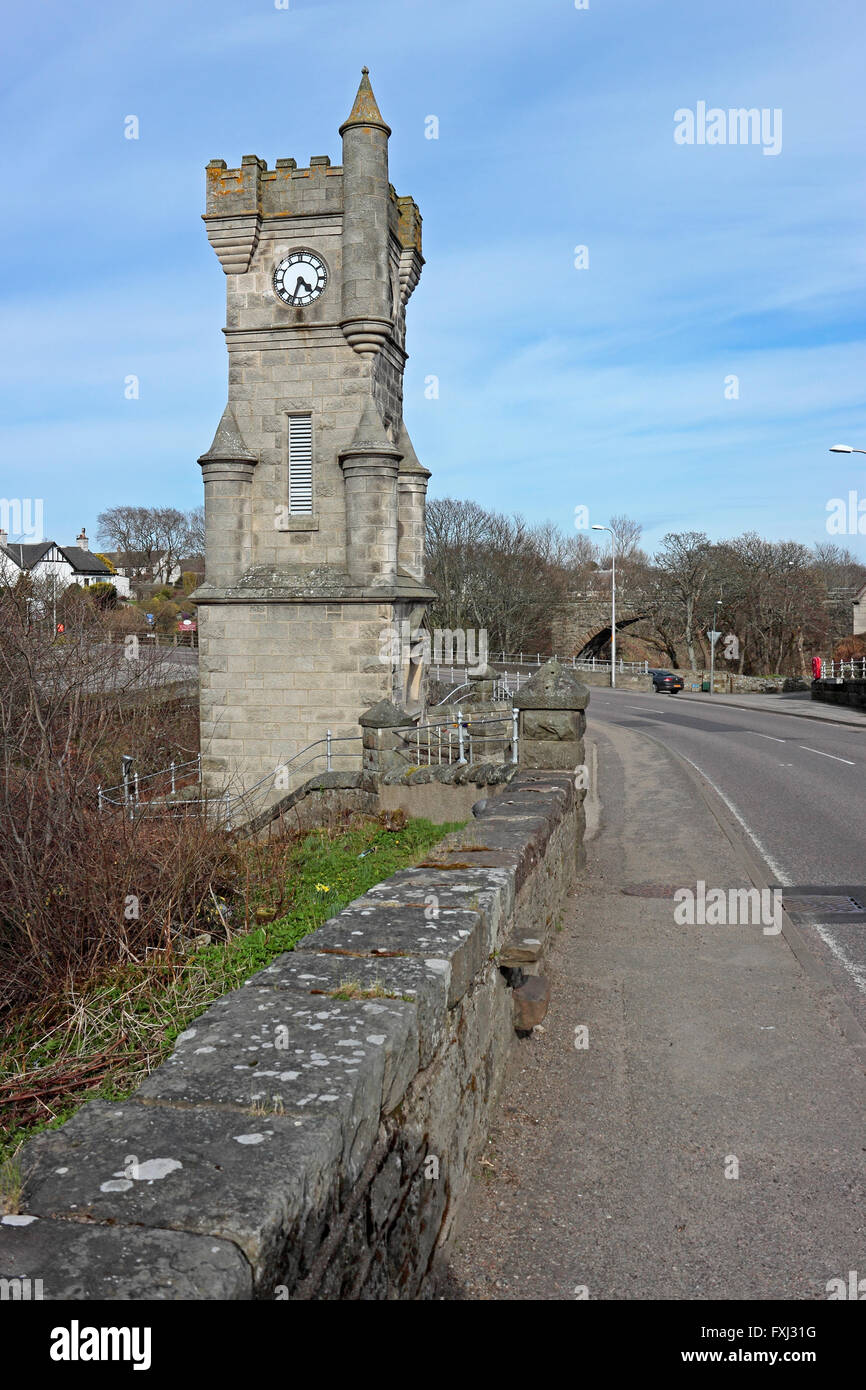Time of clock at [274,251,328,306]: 4:33
